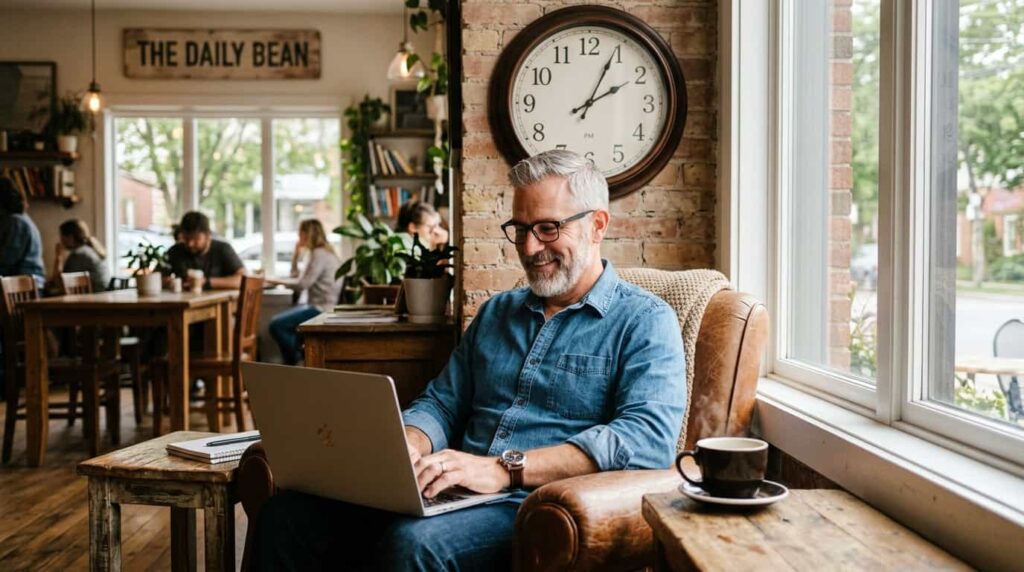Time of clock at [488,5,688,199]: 2:04
